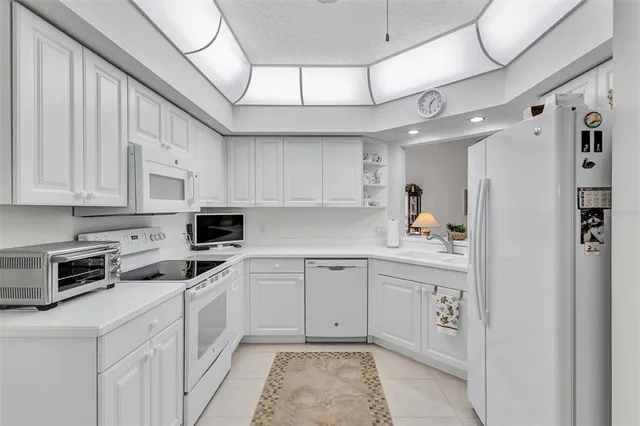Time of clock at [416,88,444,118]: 1:31
